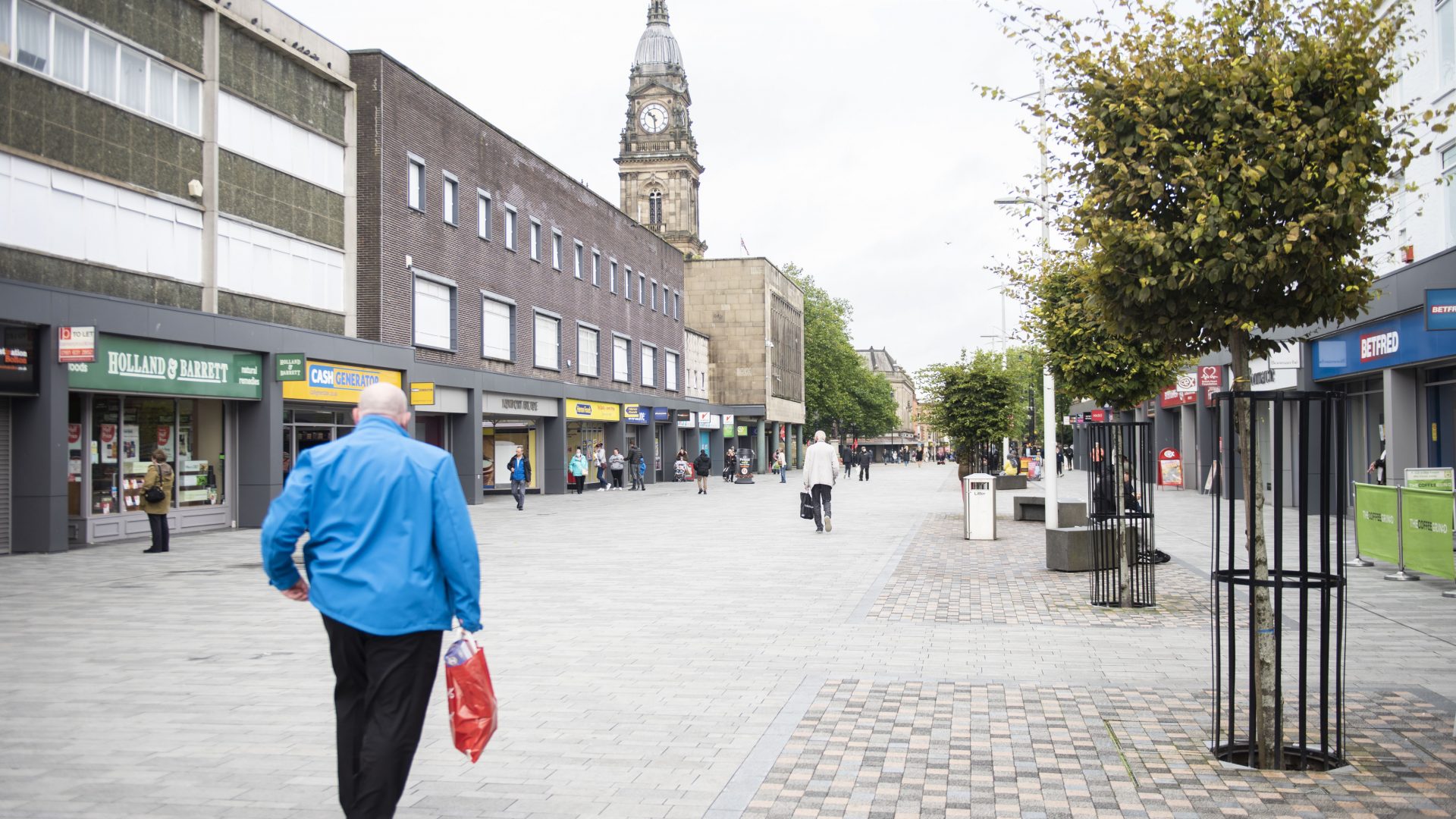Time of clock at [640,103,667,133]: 10:29
